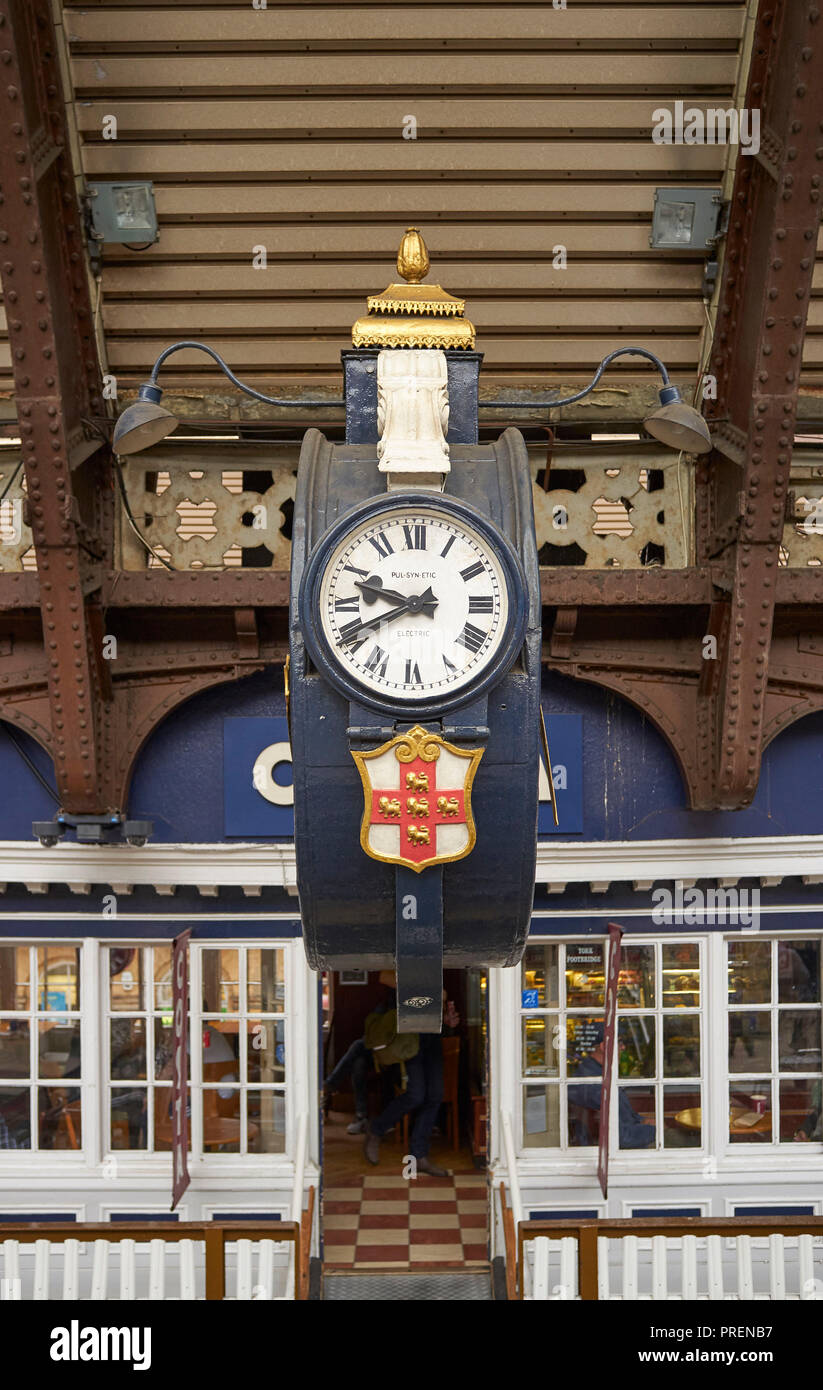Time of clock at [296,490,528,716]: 9:41
